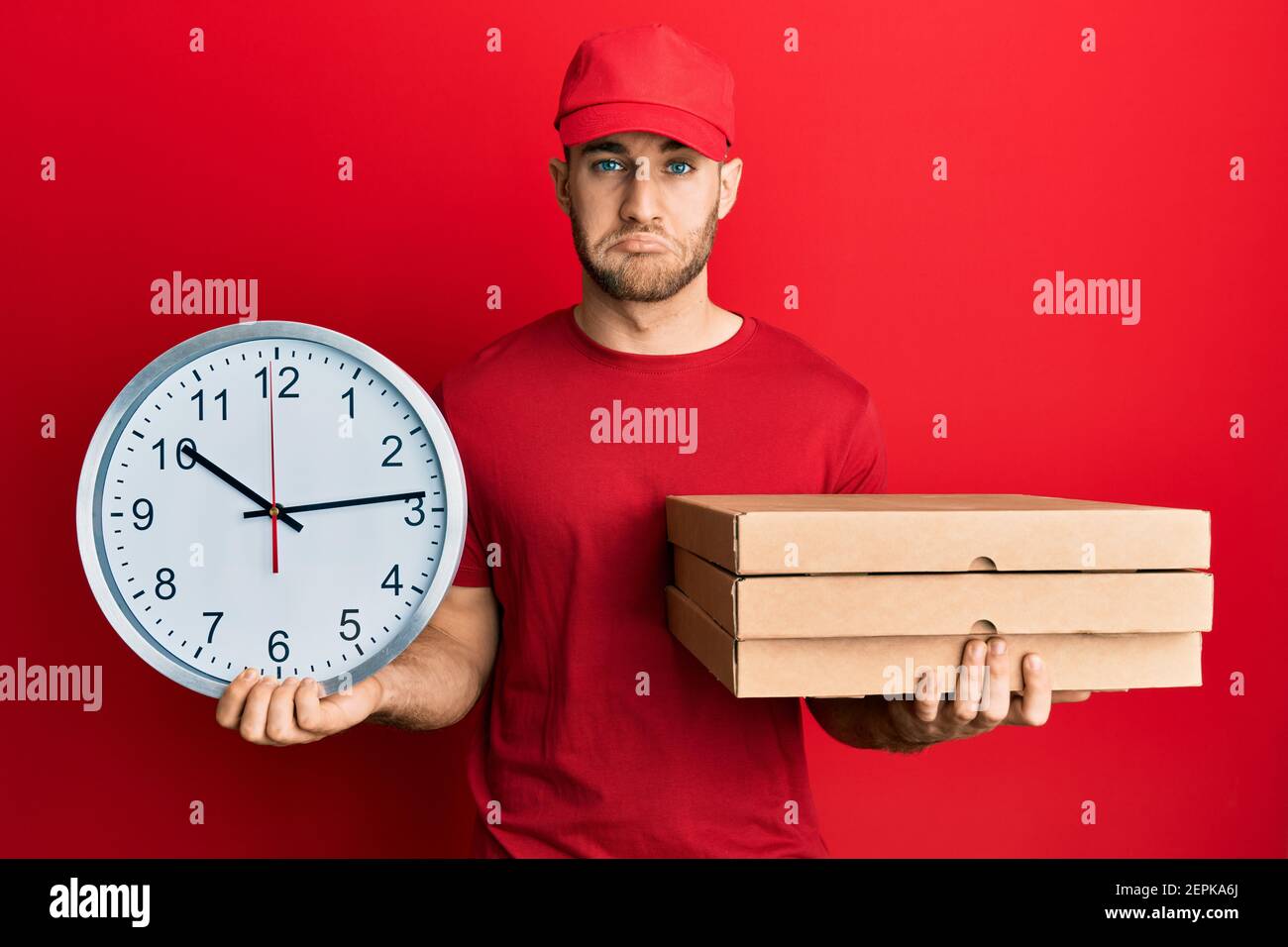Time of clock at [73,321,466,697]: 10:13
